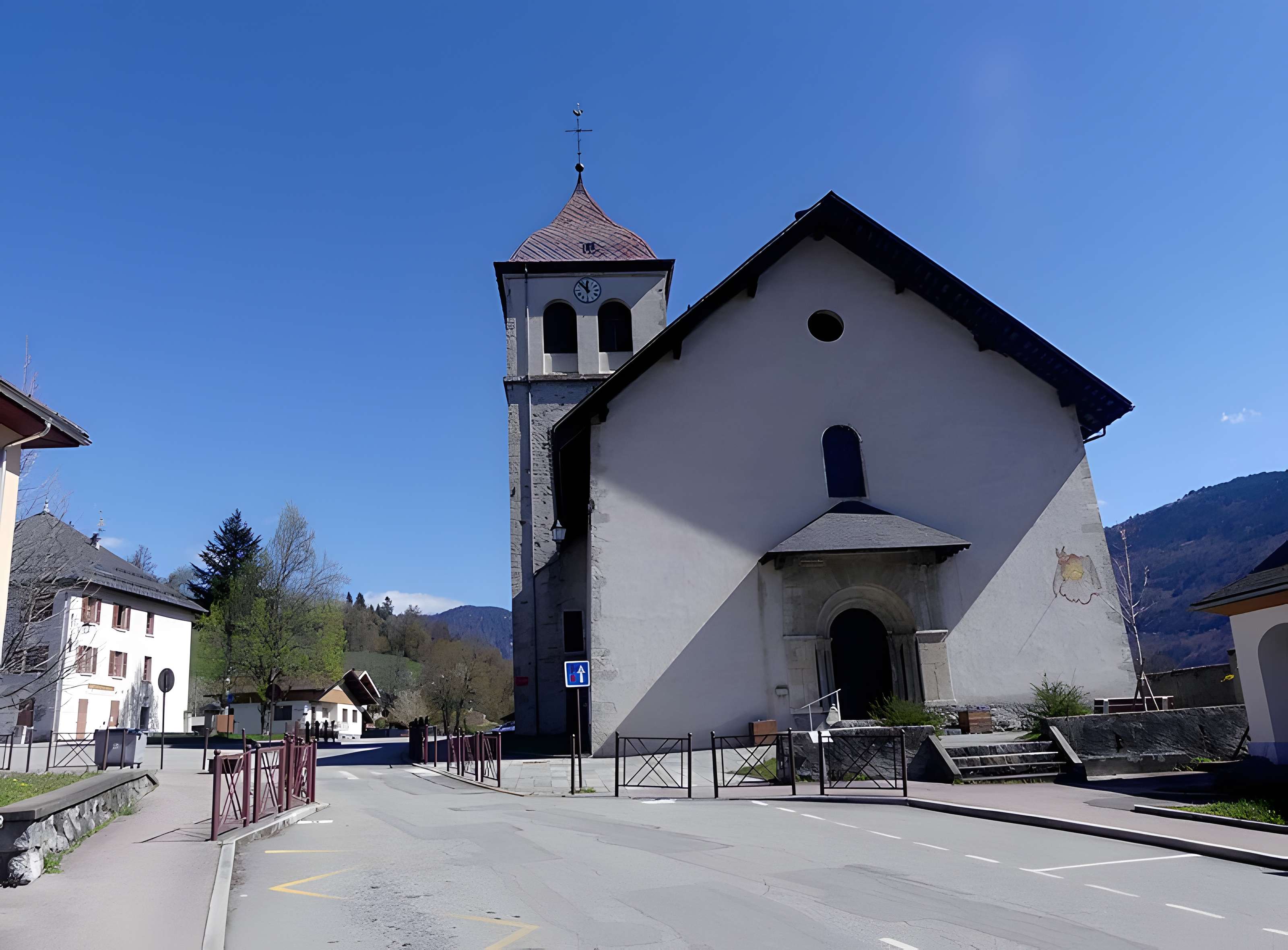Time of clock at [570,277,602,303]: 11:52
